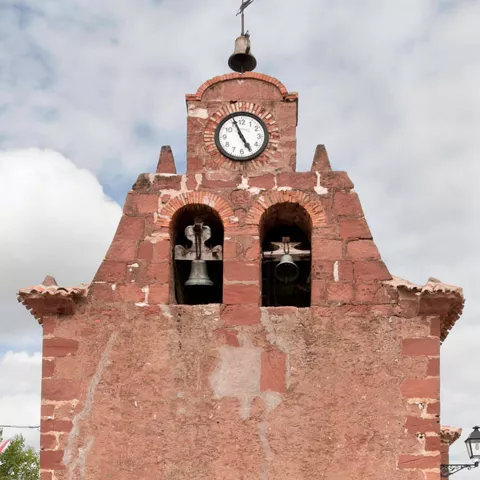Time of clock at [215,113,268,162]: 4:56
